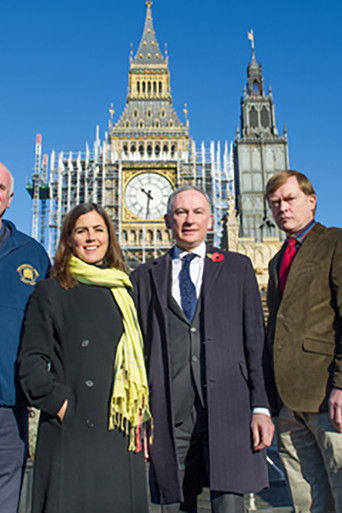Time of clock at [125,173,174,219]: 10:31
